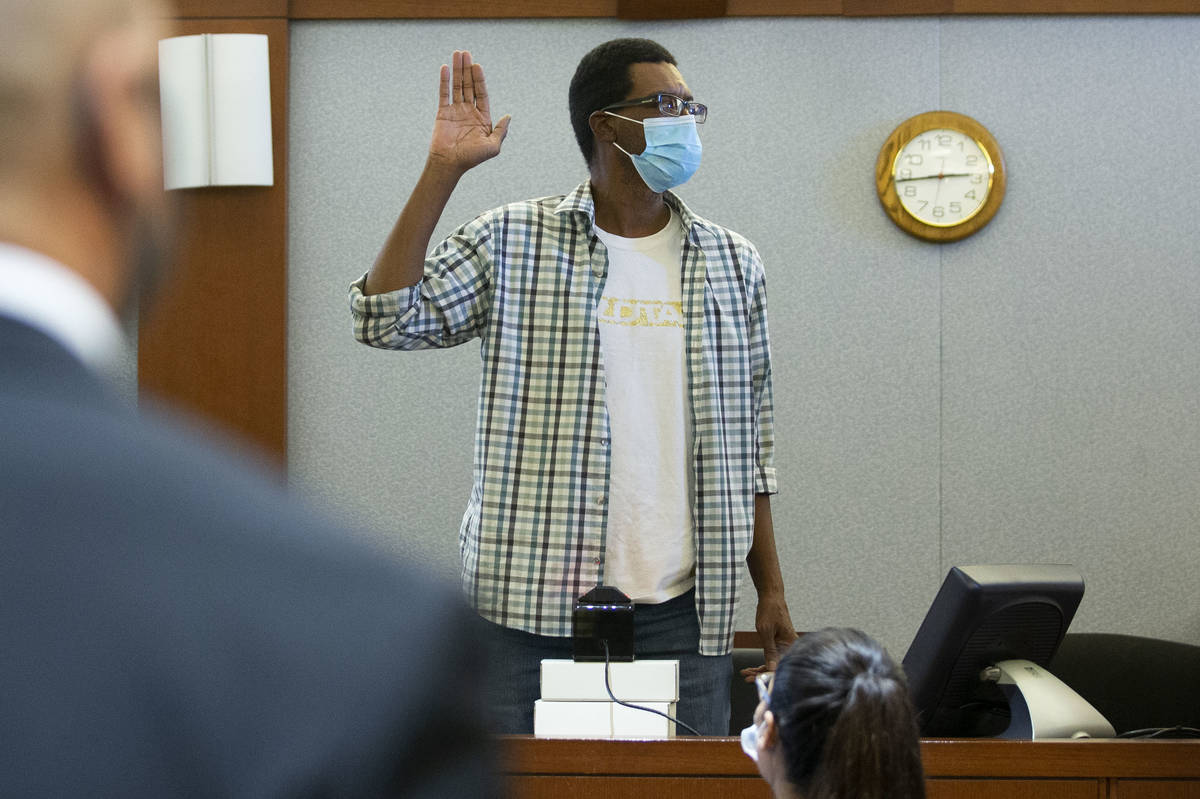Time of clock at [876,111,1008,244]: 2:43
